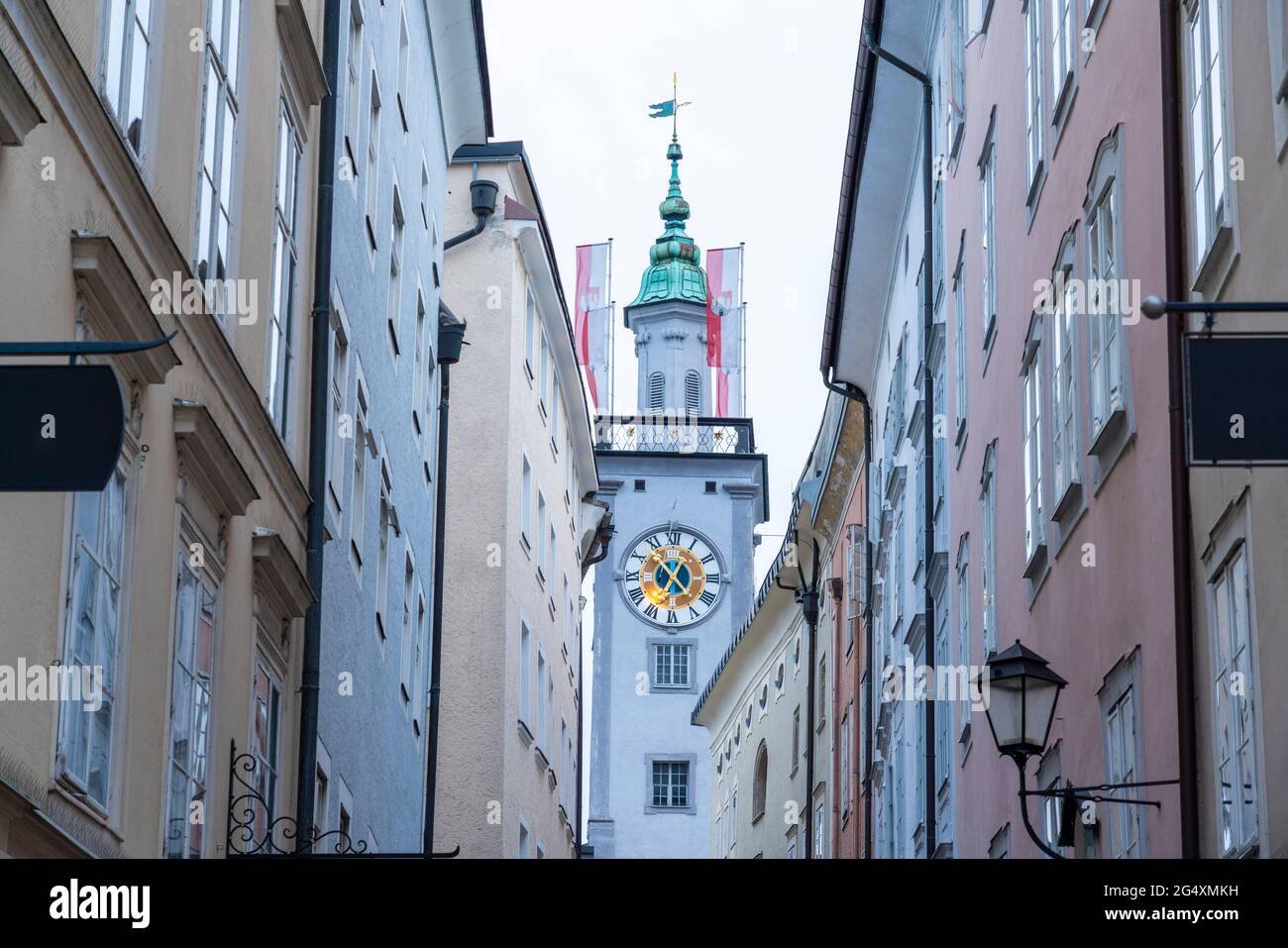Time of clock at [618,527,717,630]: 12:53
